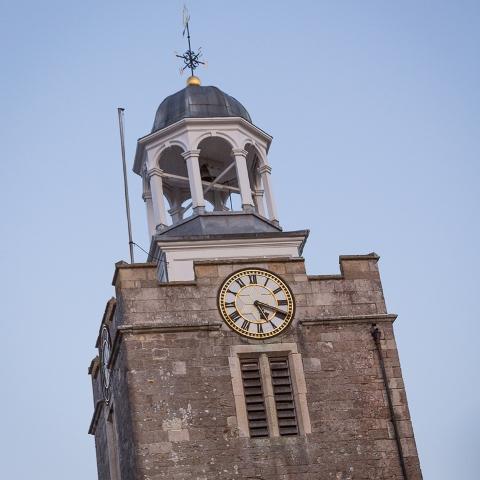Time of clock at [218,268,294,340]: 5:18
